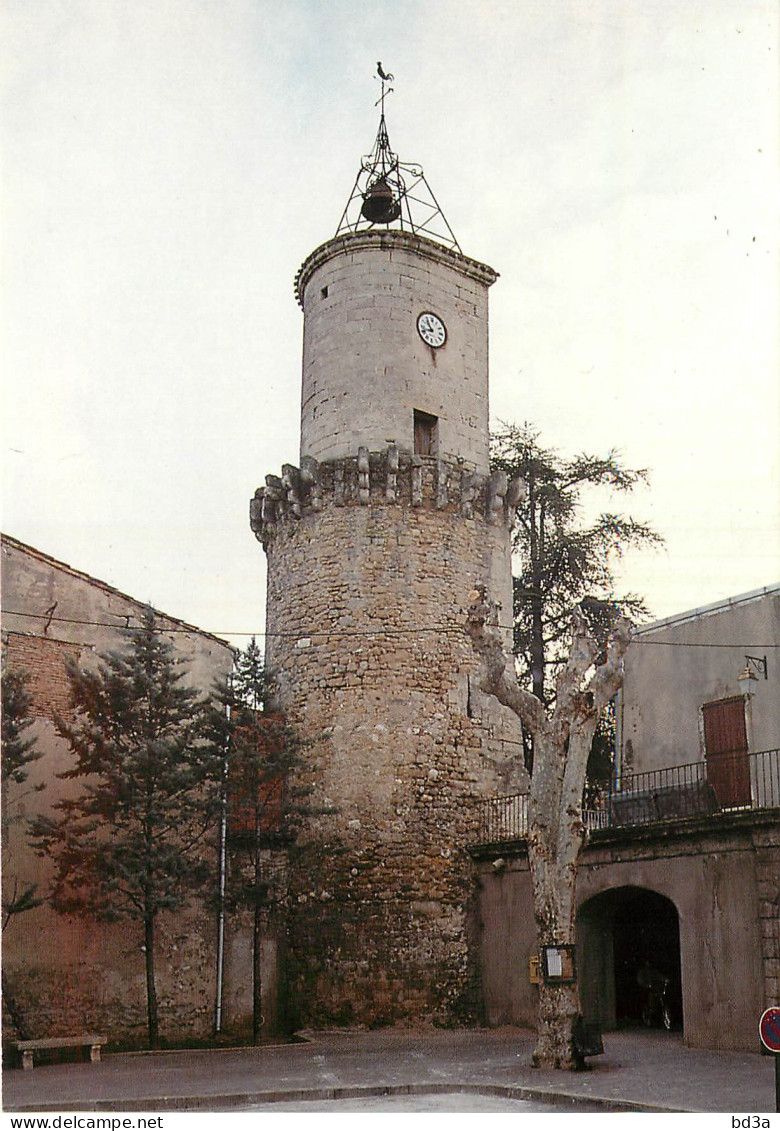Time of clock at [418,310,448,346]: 10:42
